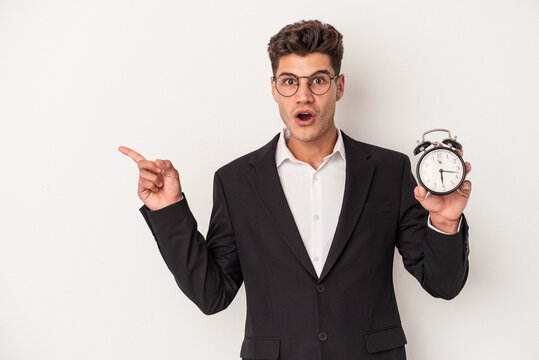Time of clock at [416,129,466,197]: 6:17
